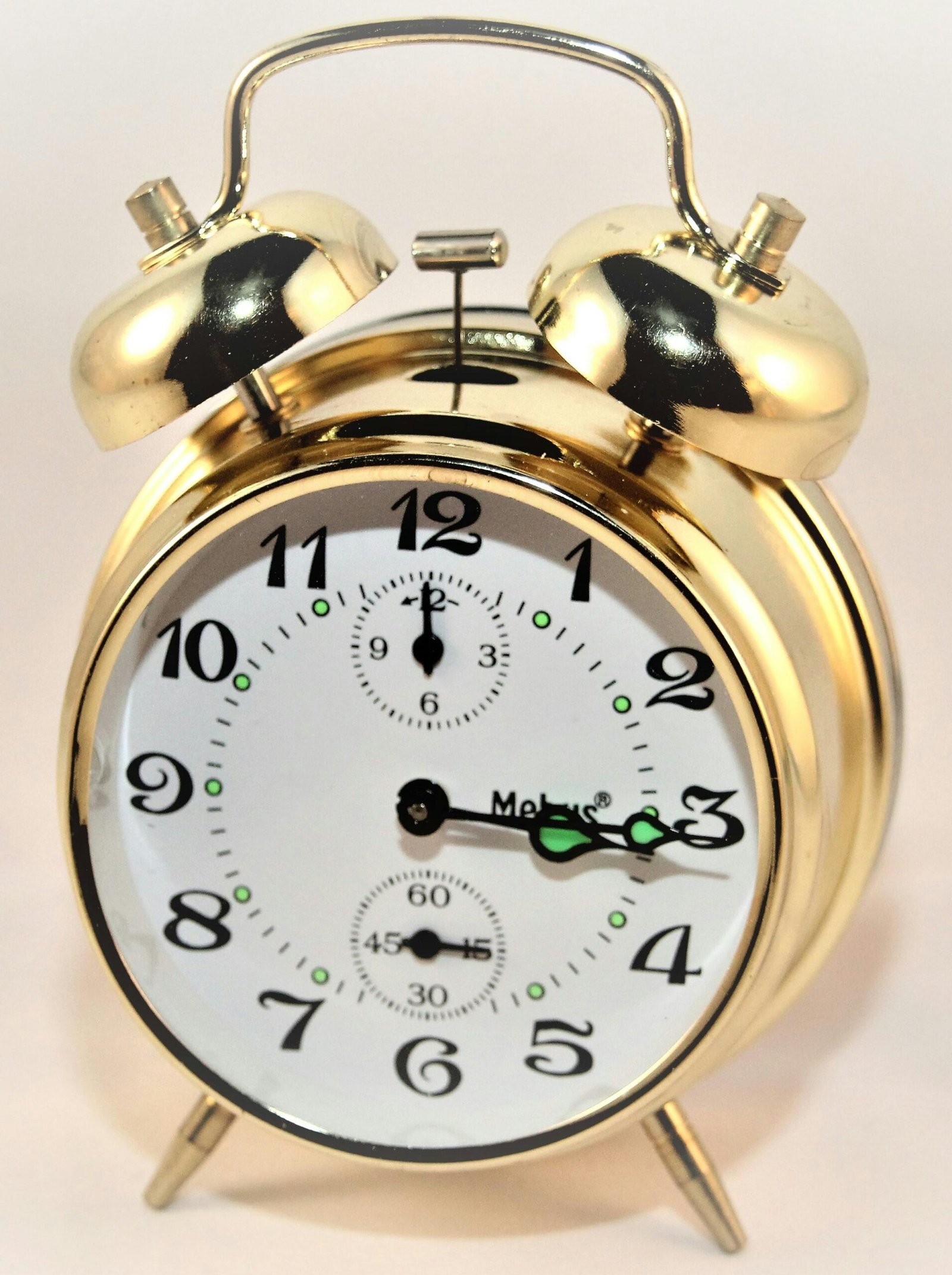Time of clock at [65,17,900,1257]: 3:15
